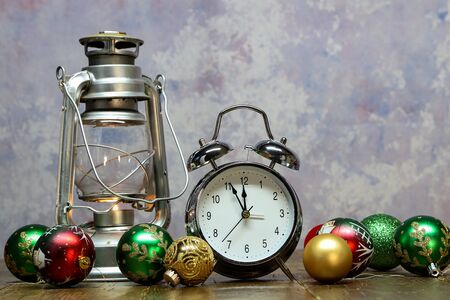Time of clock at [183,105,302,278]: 11:55
